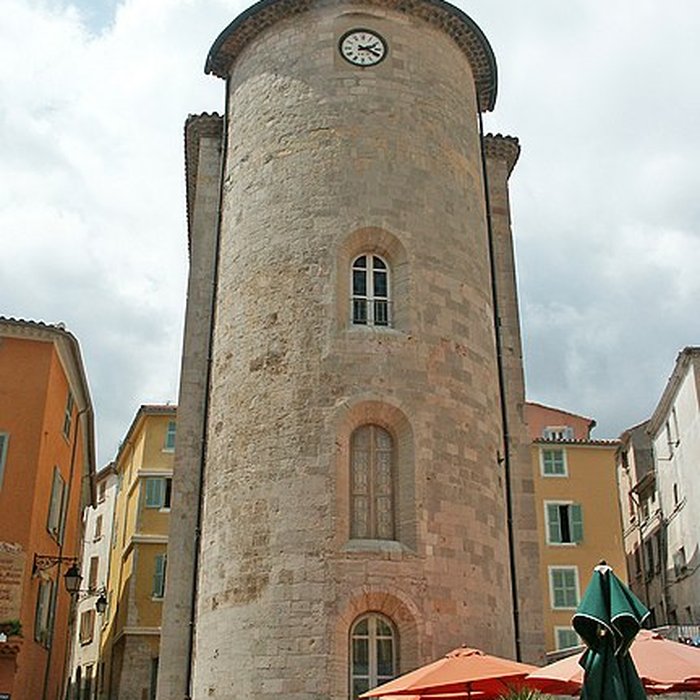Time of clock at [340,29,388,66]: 2:19
